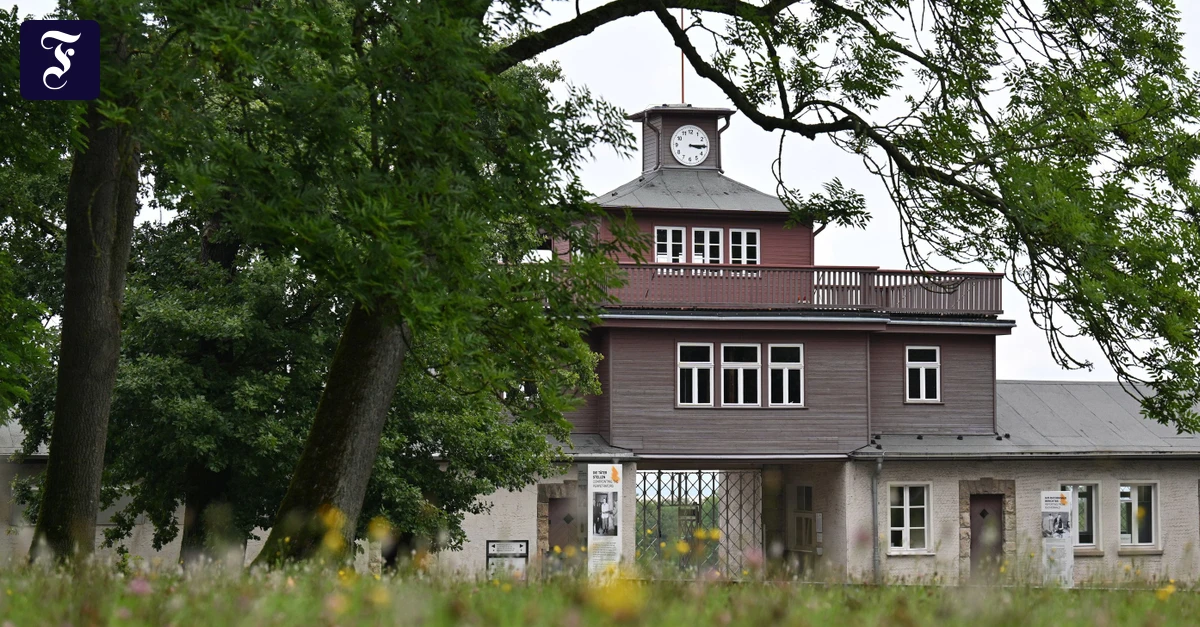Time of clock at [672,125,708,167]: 3:14
